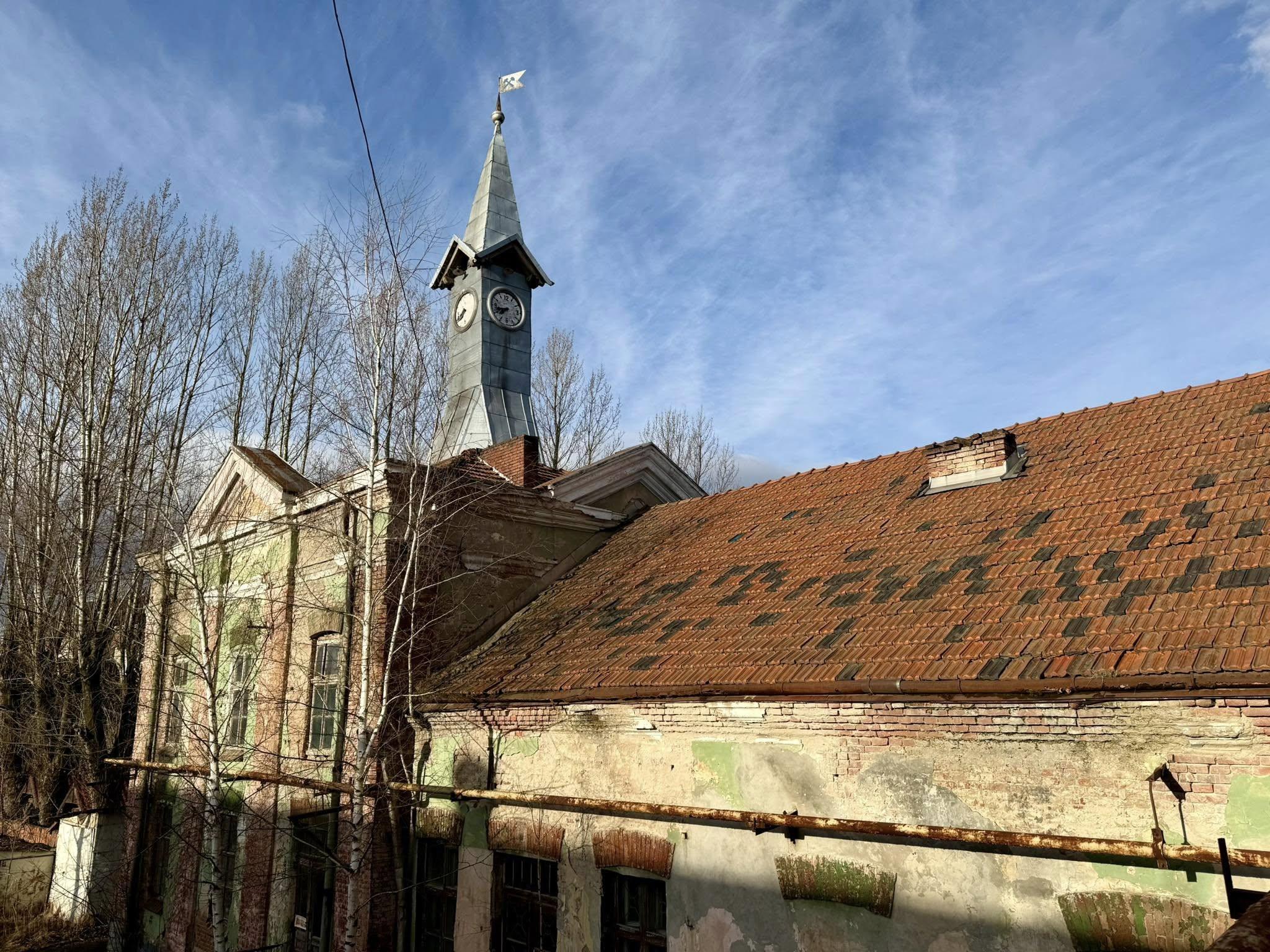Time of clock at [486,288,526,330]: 7:42
